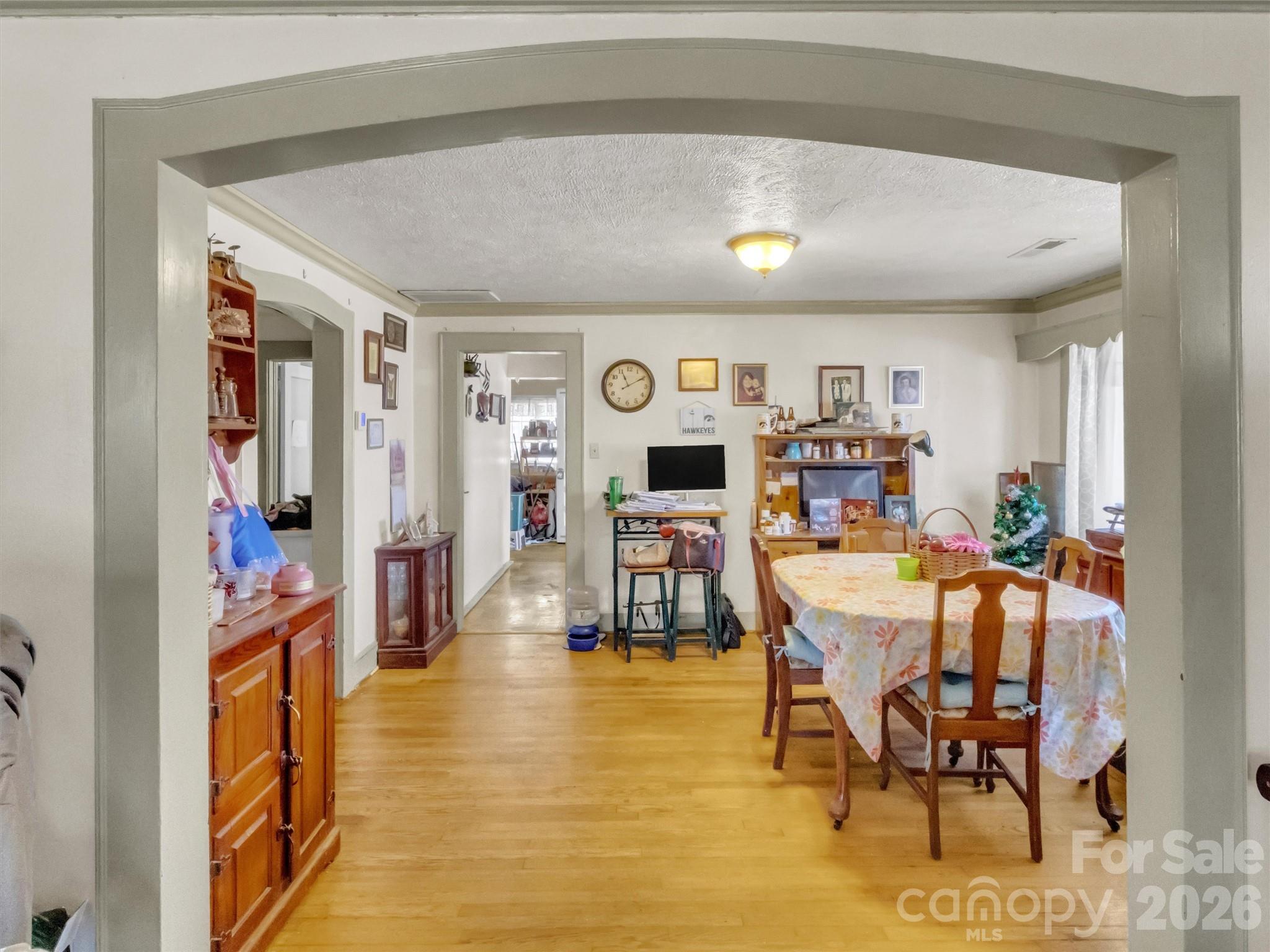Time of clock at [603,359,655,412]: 11:09
